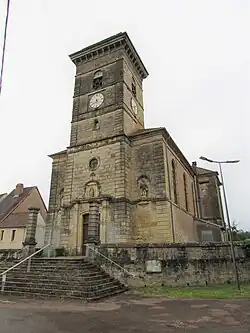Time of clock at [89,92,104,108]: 5:40
